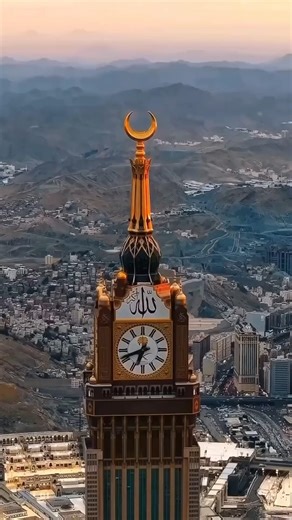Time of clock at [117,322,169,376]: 6:41
